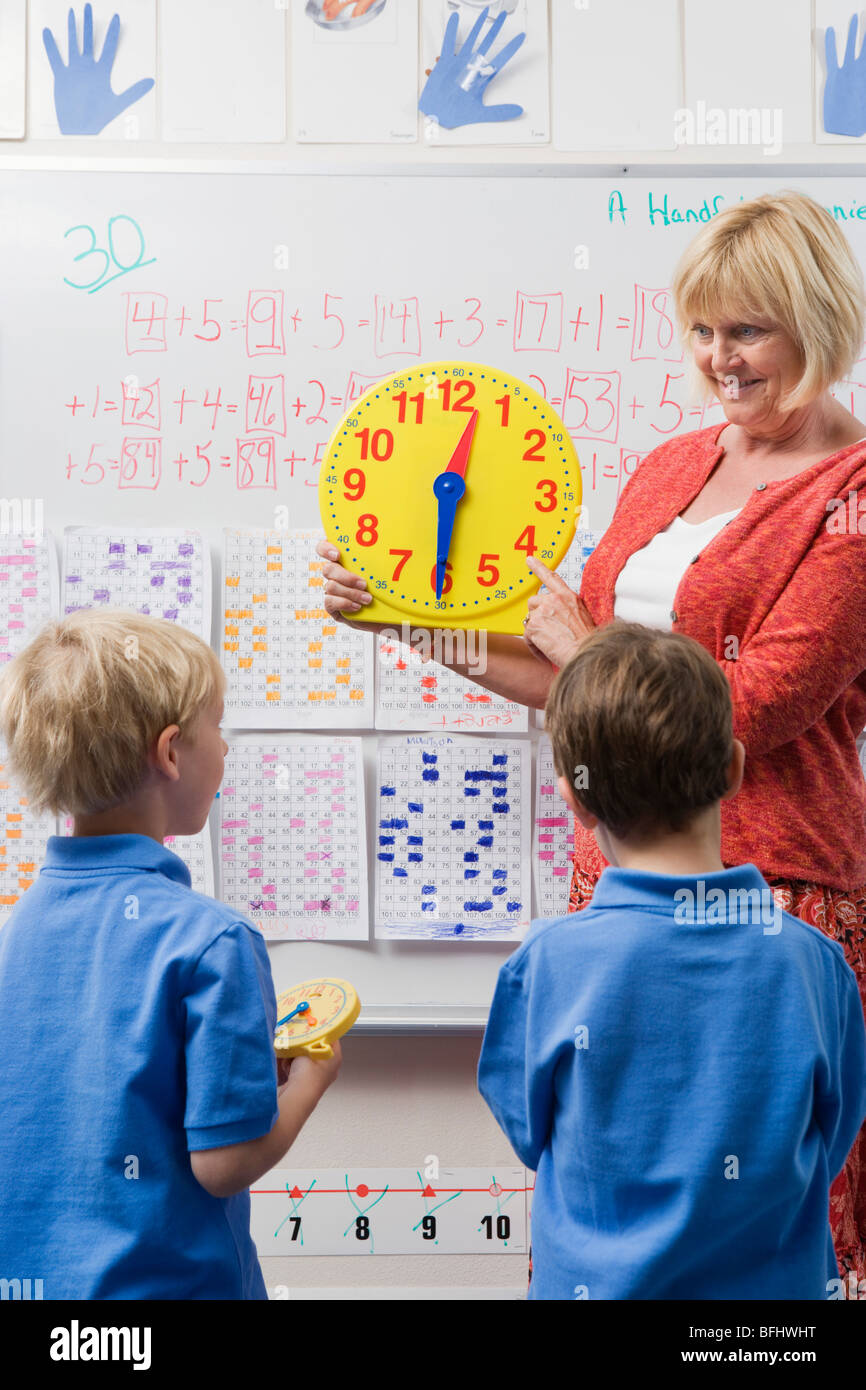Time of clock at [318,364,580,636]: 12:30
